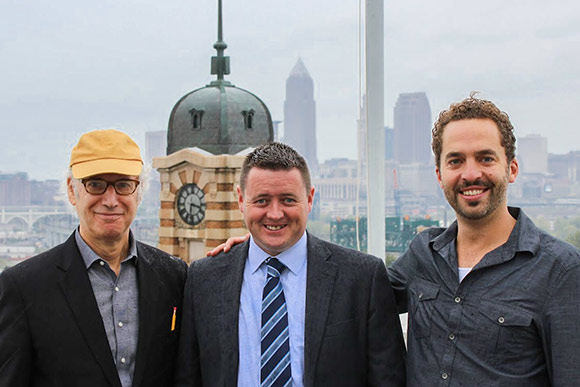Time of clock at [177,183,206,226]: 3:31
